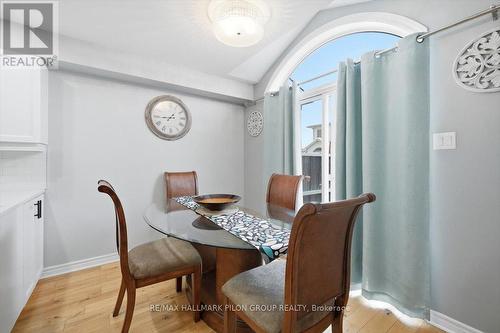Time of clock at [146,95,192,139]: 1:44
